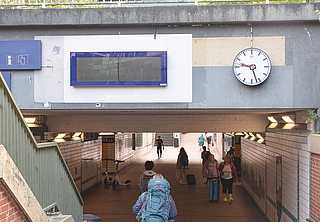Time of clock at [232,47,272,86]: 9:26
